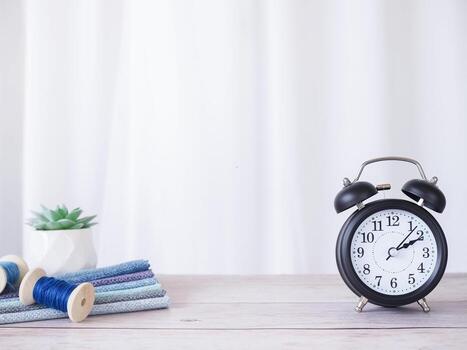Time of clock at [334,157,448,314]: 2:07
